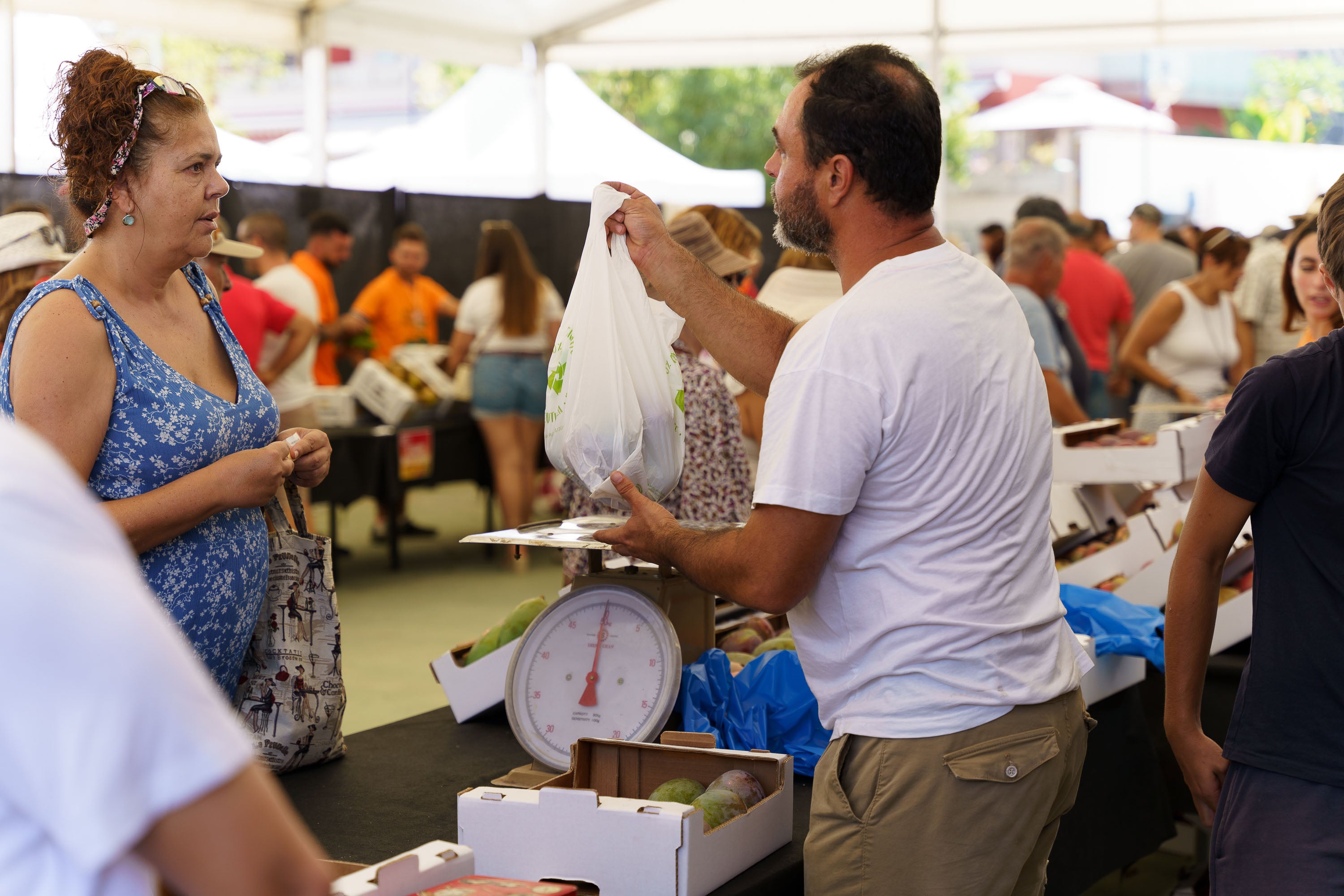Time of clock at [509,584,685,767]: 7:00
